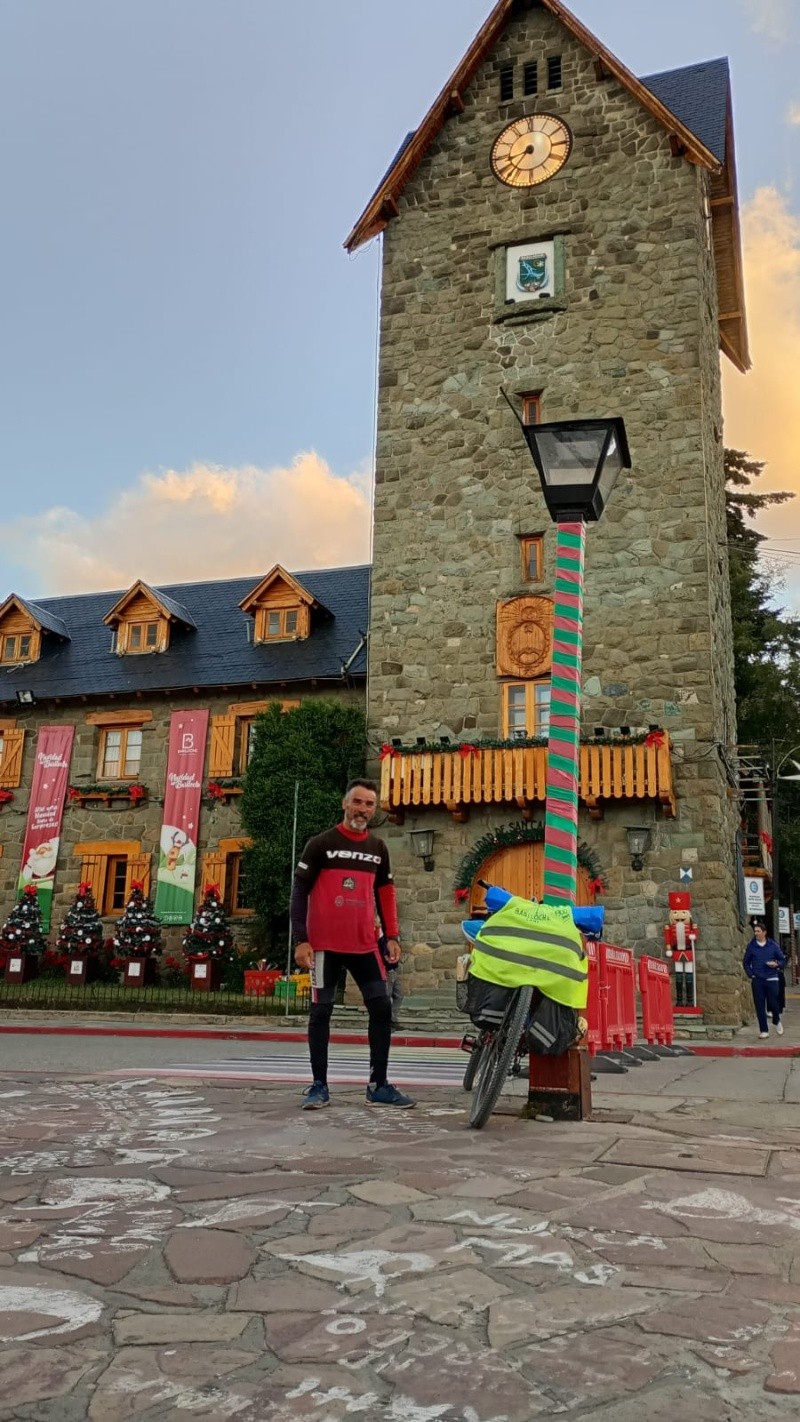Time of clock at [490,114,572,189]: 8:36
